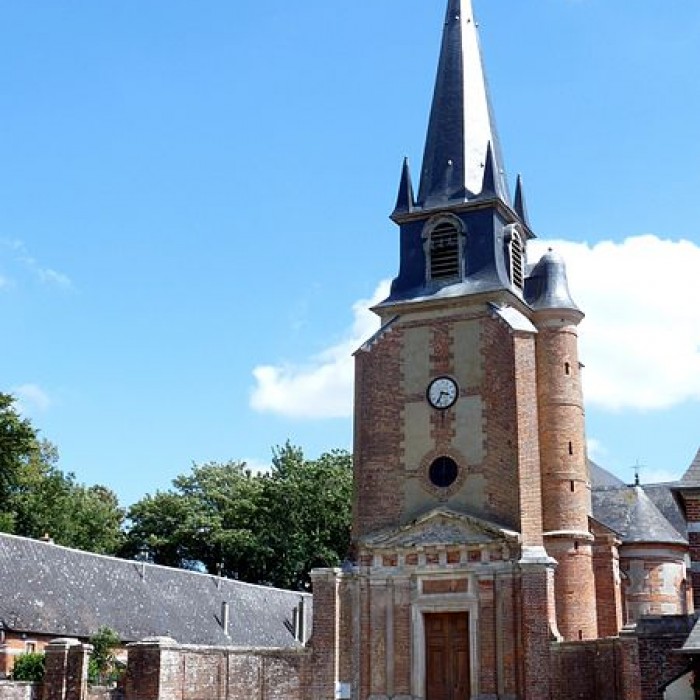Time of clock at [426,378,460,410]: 3:34
